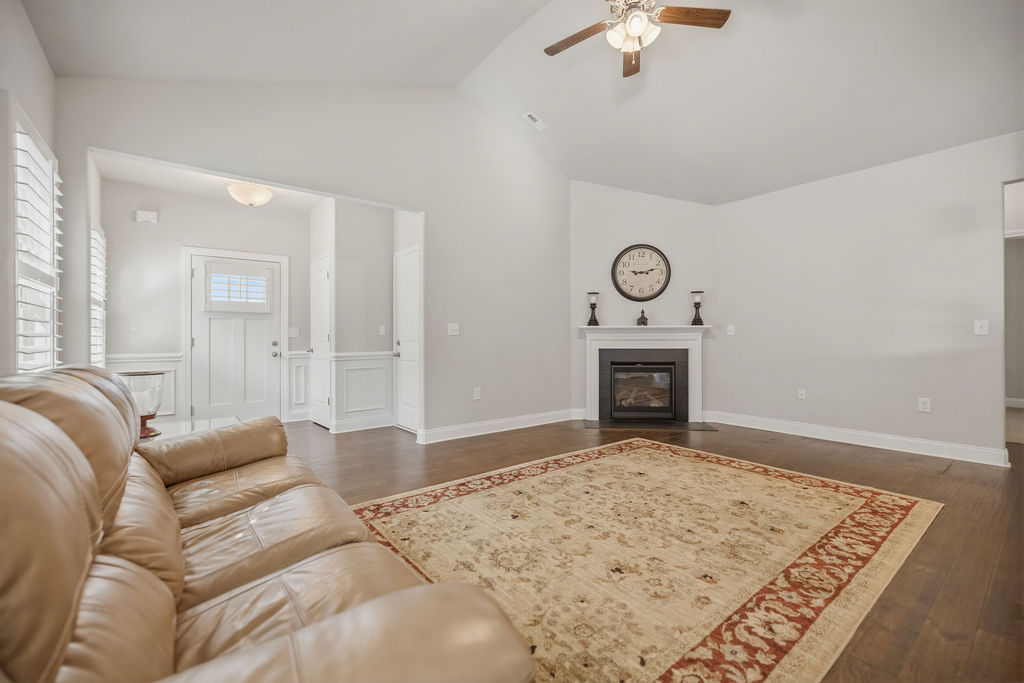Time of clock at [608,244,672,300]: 9:12
